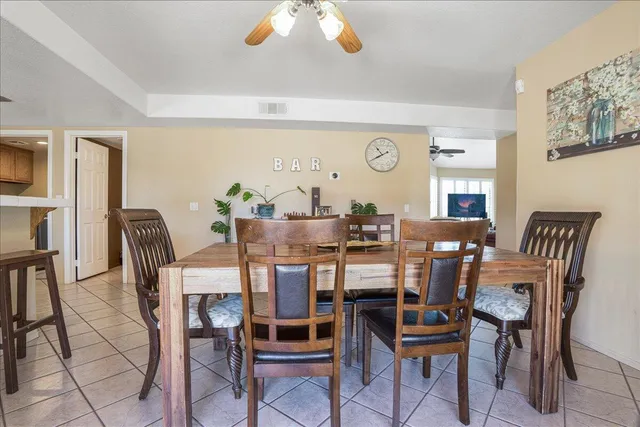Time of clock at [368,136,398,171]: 10:40
